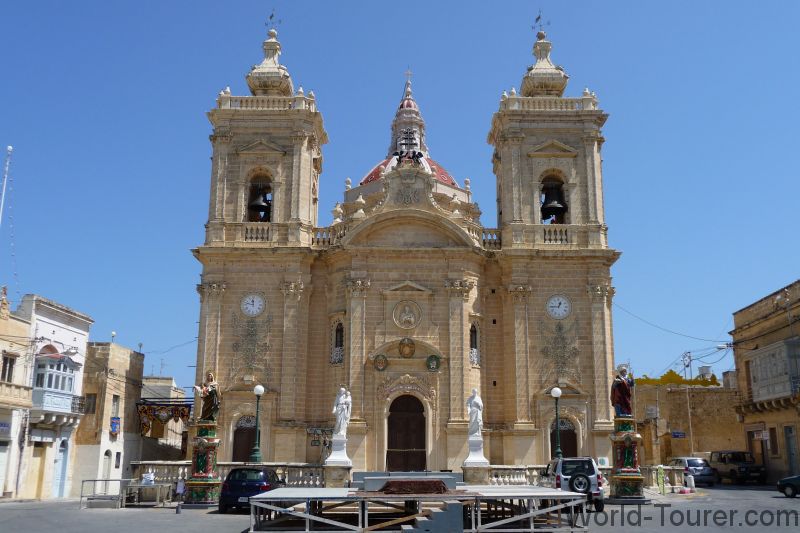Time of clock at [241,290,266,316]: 11:47
